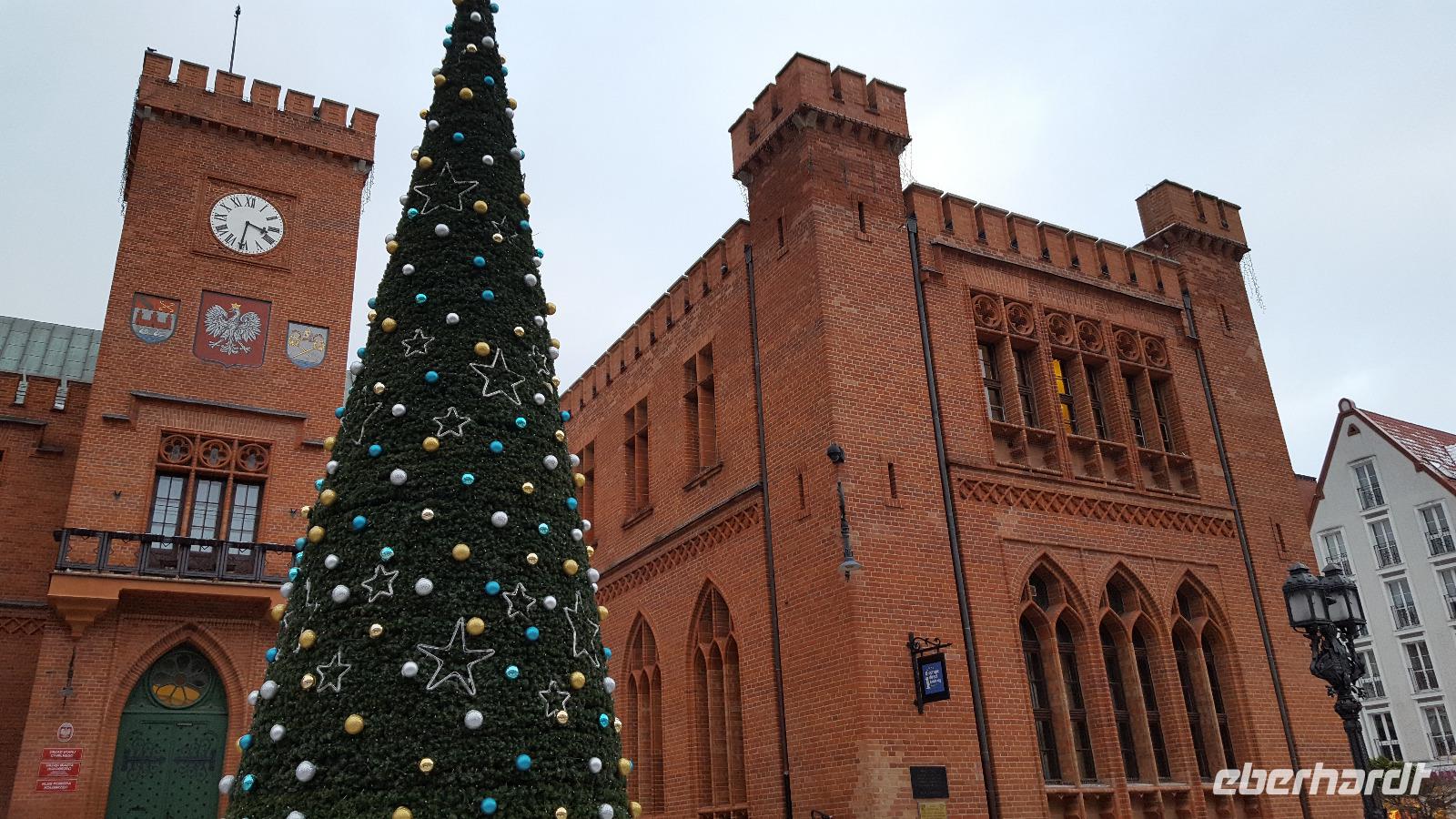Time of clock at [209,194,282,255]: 3:31
